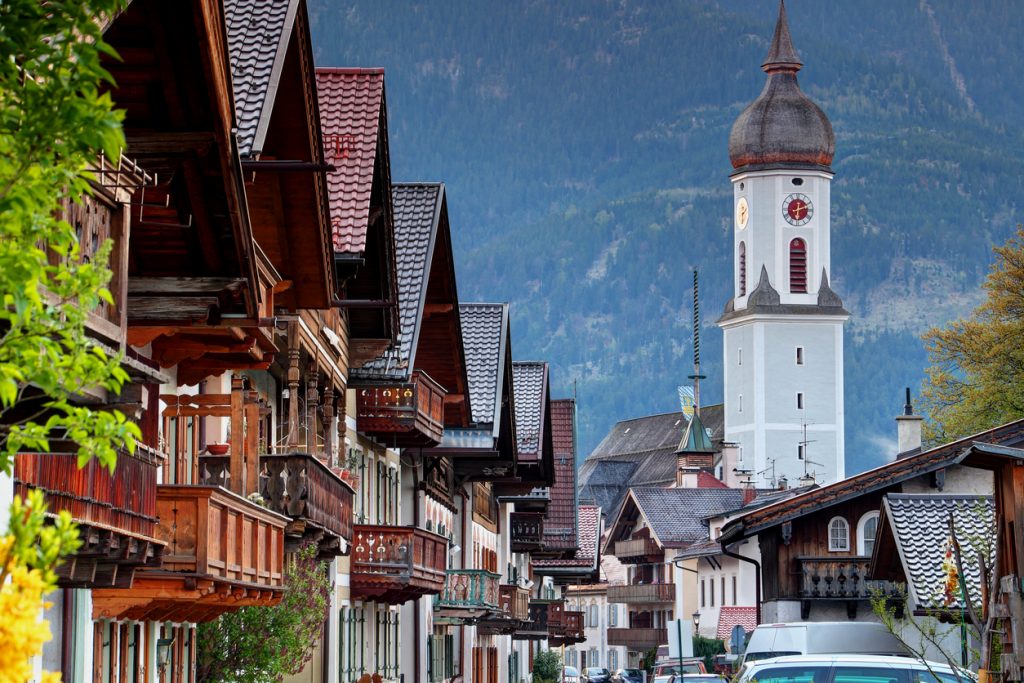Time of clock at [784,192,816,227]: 6:11
